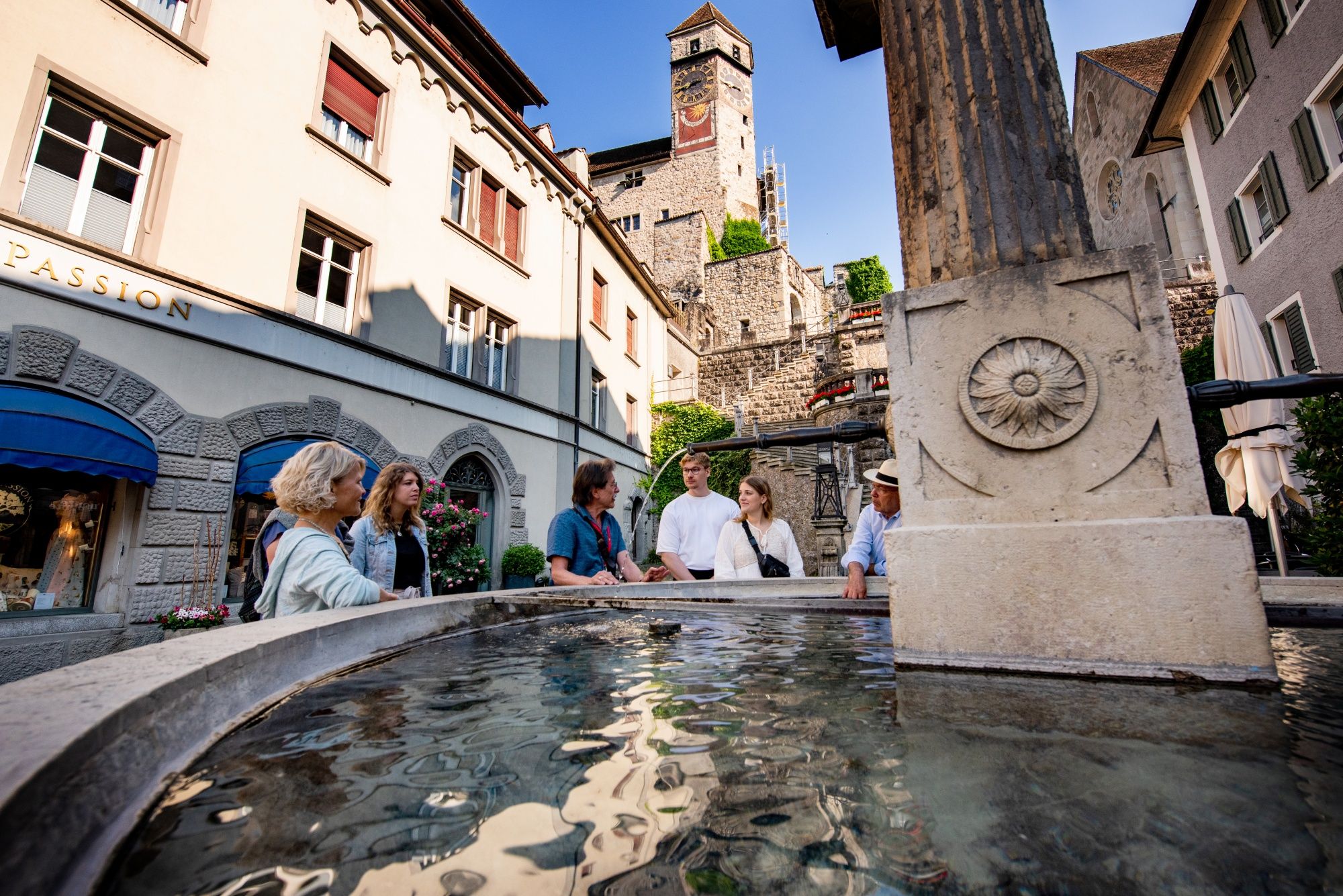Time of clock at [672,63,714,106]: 7:41
